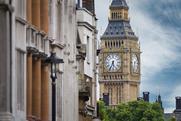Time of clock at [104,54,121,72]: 5:34
